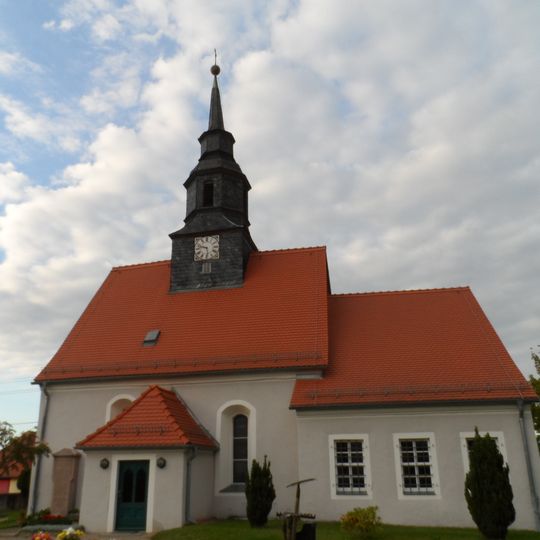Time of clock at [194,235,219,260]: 9:28
